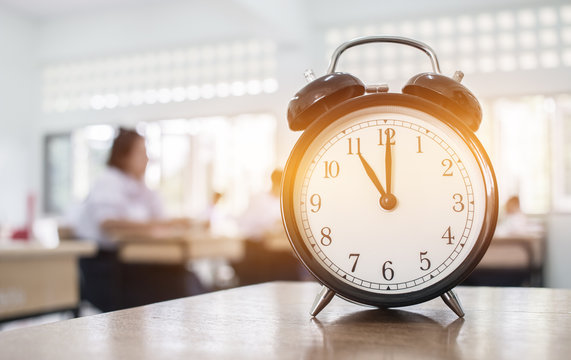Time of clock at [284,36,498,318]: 11:00
